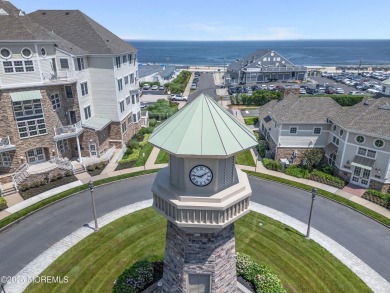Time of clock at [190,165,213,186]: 9:09
